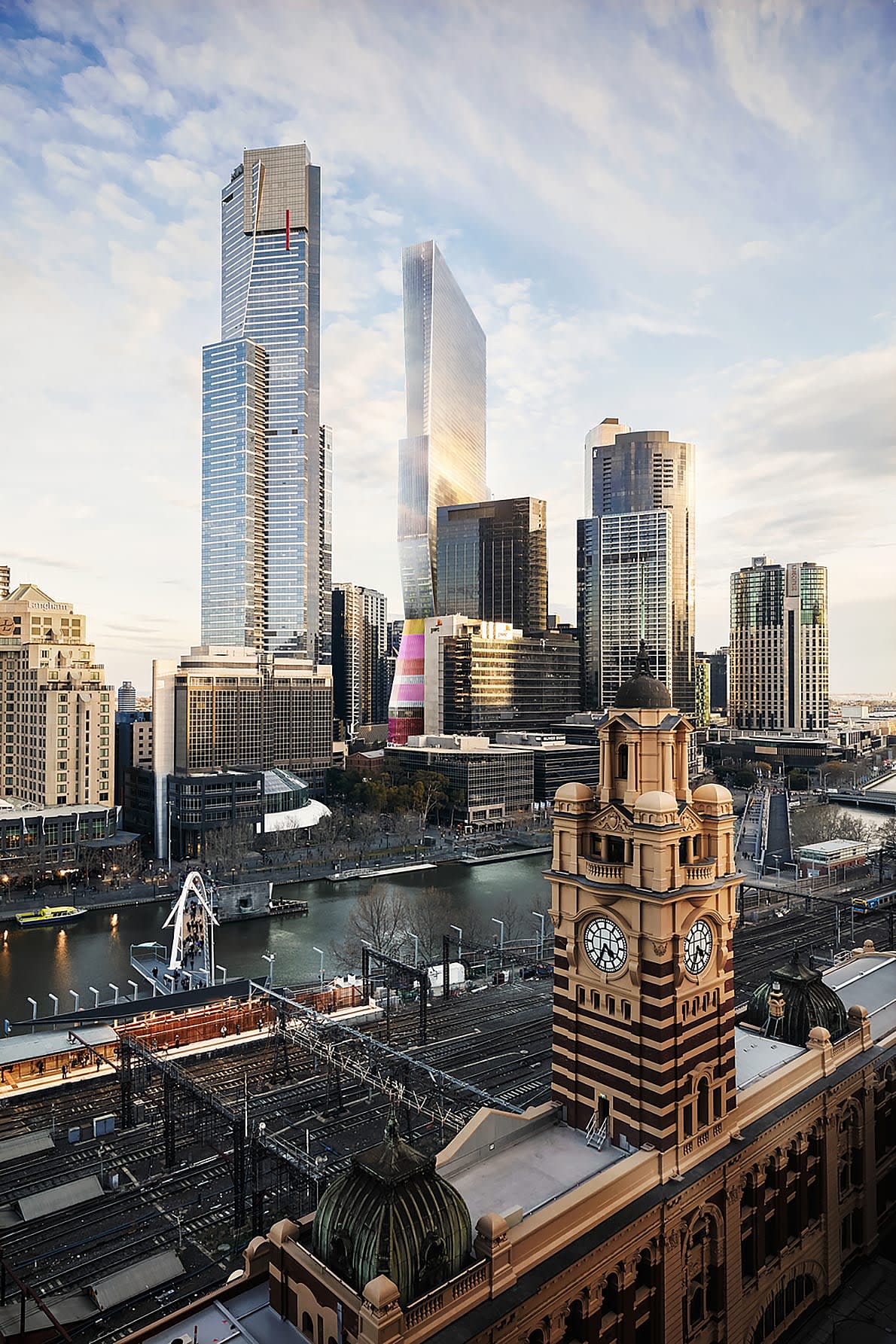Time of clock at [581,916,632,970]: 4:34
